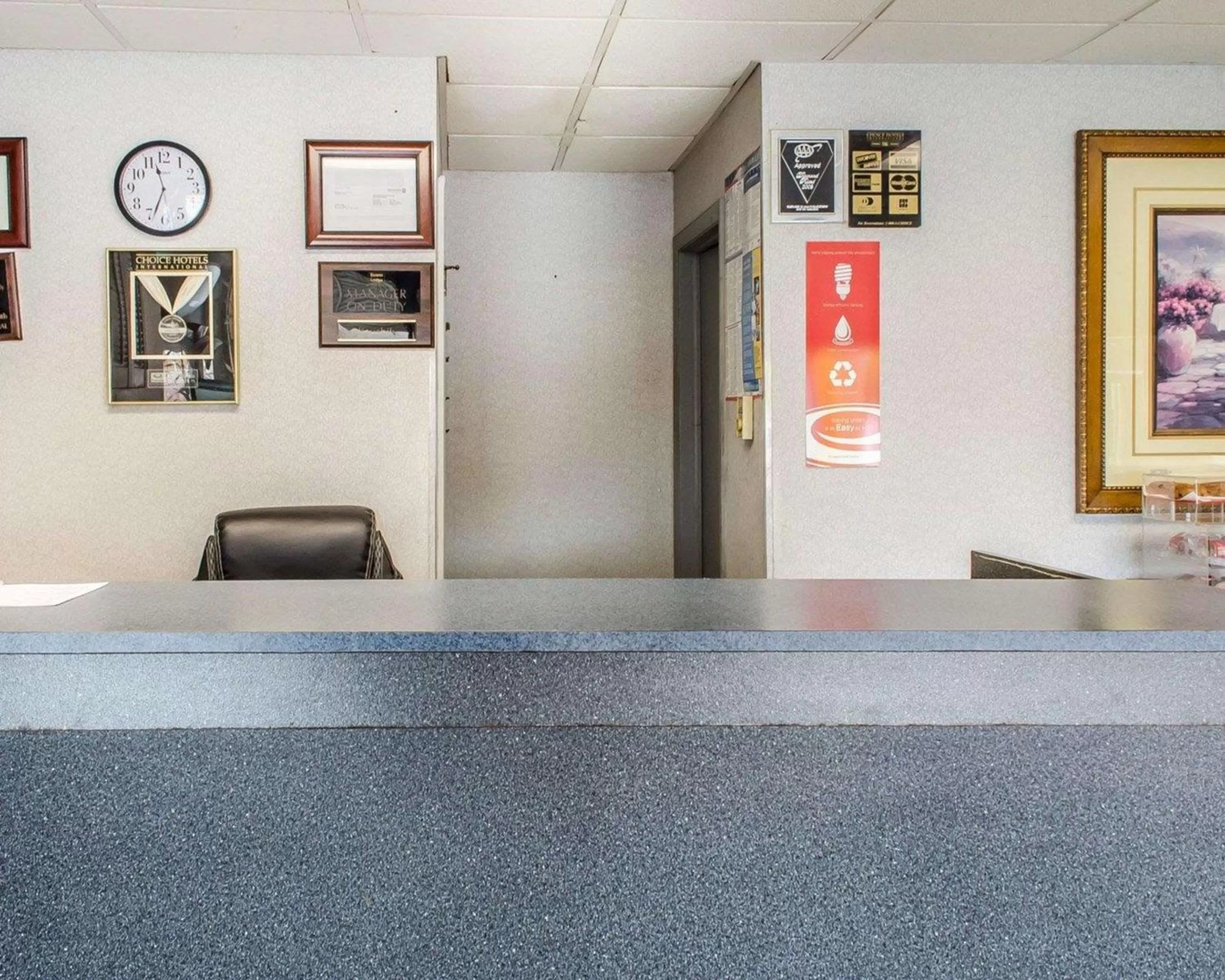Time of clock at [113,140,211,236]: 11:33
